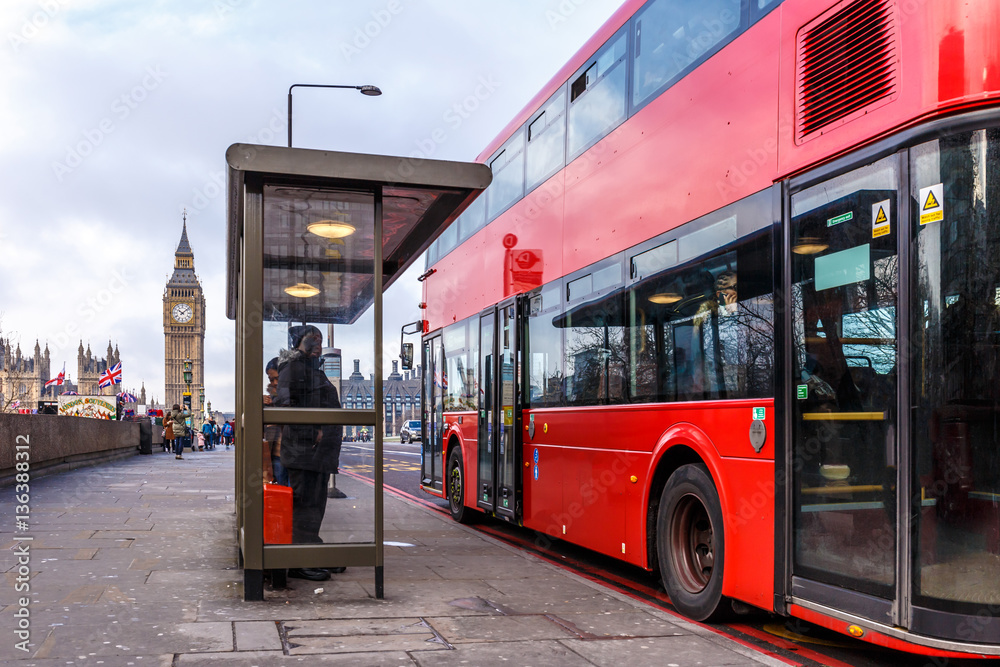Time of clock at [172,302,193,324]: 10:07
